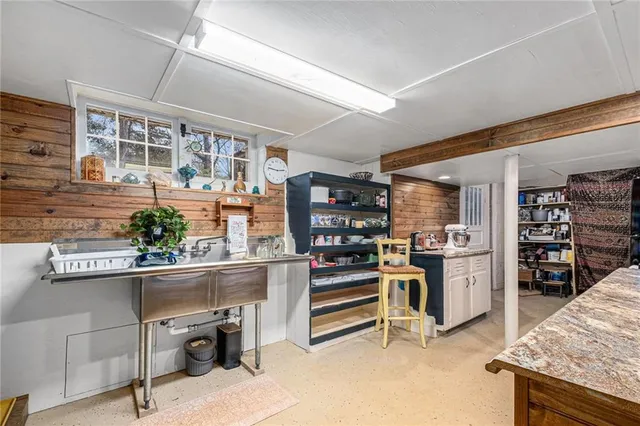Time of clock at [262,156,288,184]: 2:46
